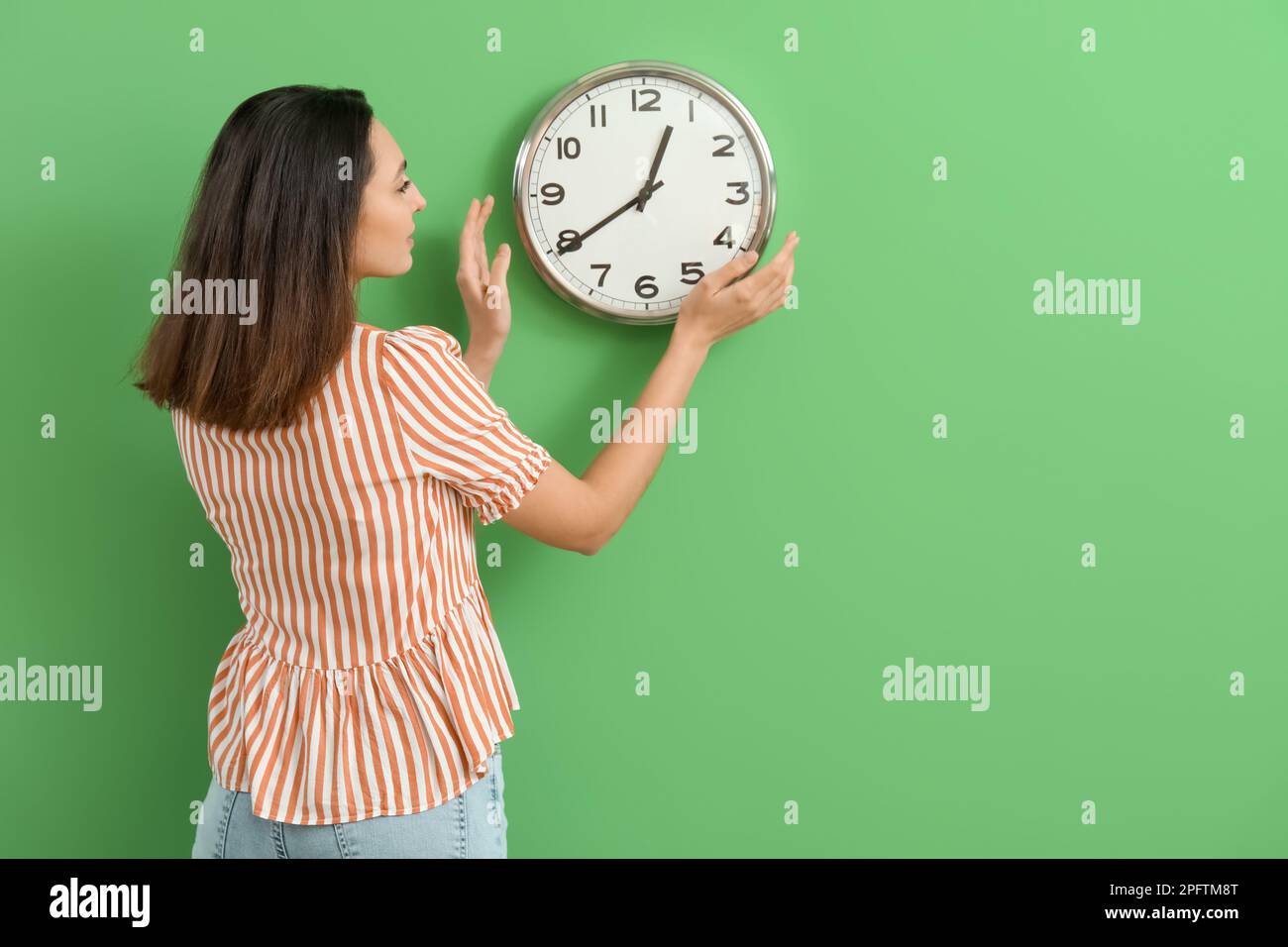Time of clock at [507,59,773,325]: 12:39
